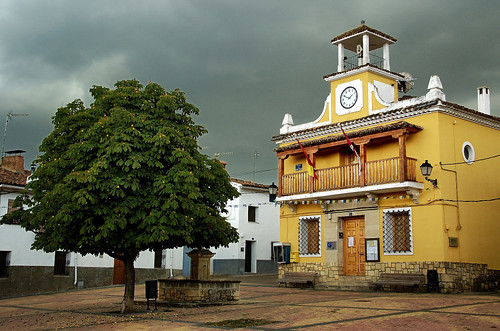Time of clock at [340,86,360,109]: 1:49
